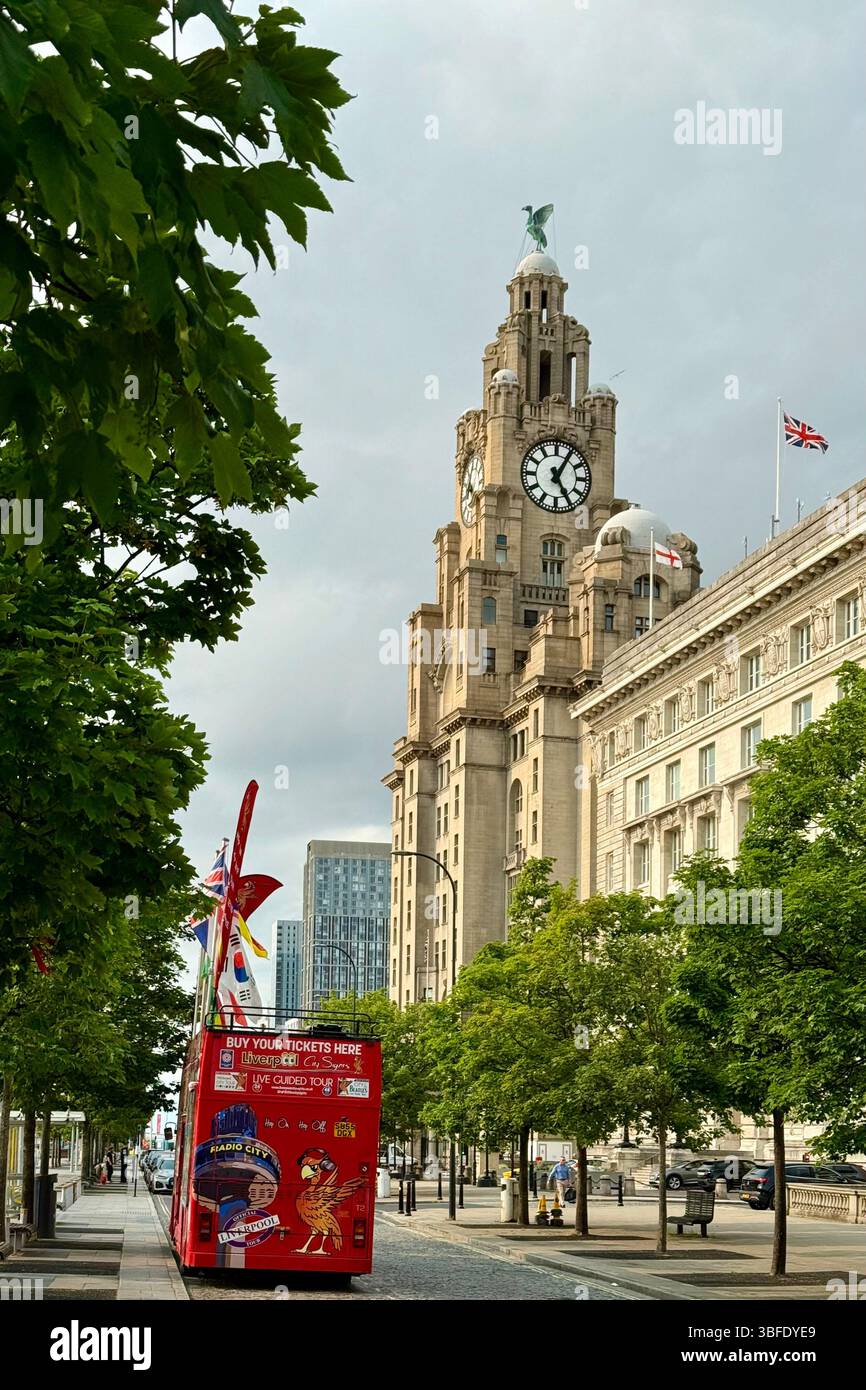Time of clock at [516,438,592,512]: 5:05
